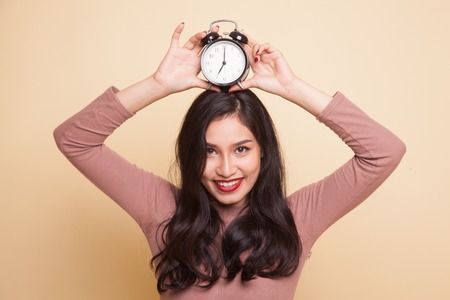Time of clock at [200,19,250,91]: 7:00
